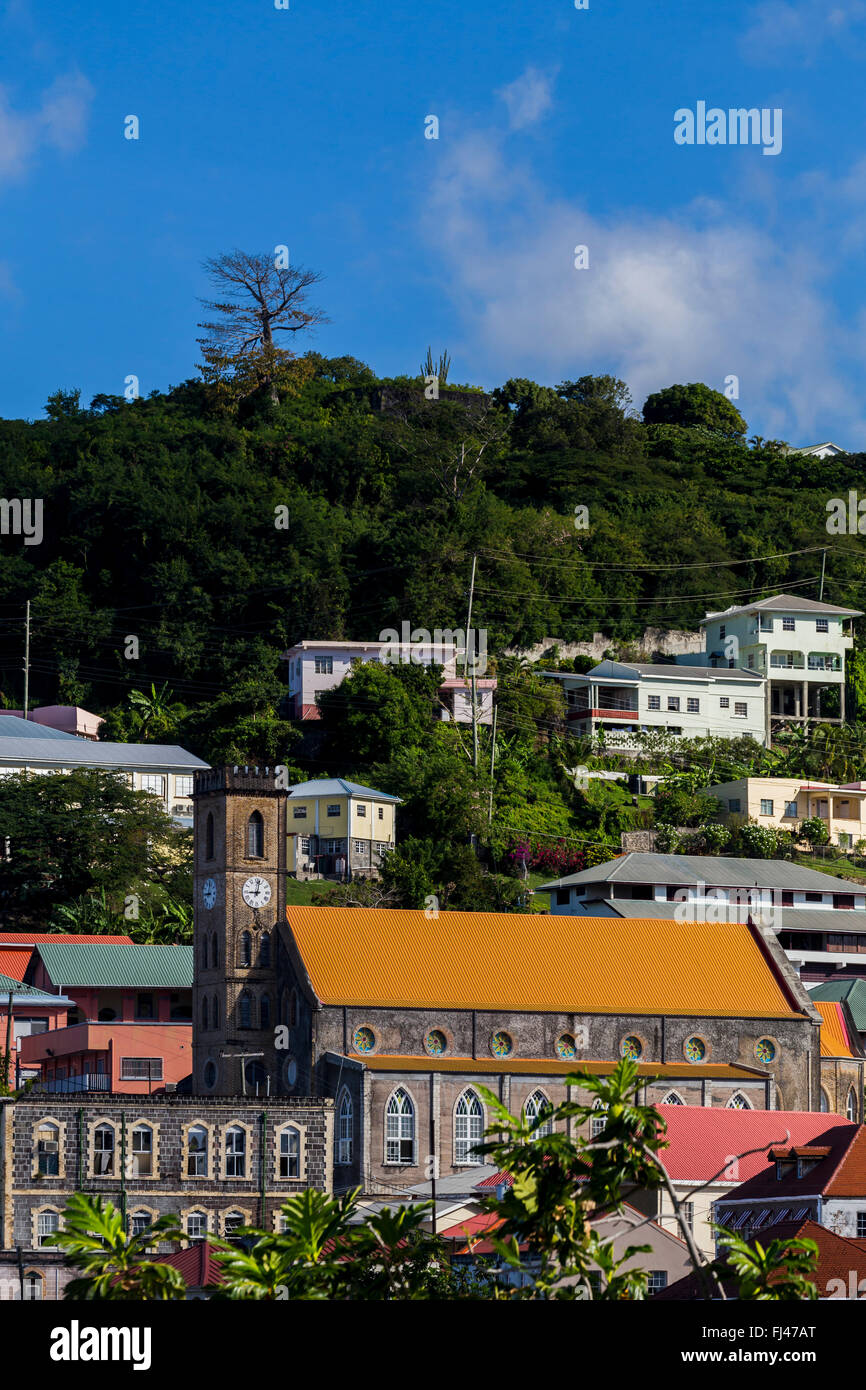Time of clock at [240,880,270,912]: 9:01
